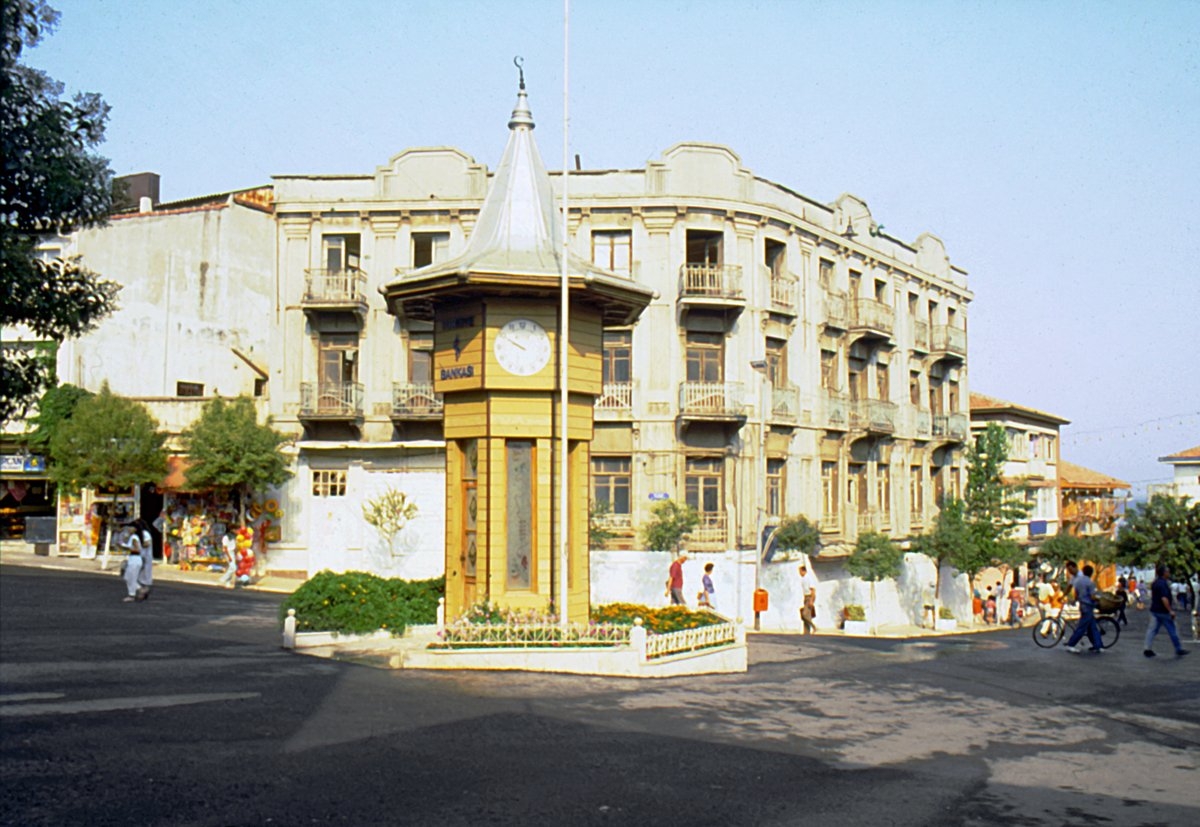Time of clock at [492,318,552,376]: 9:50
